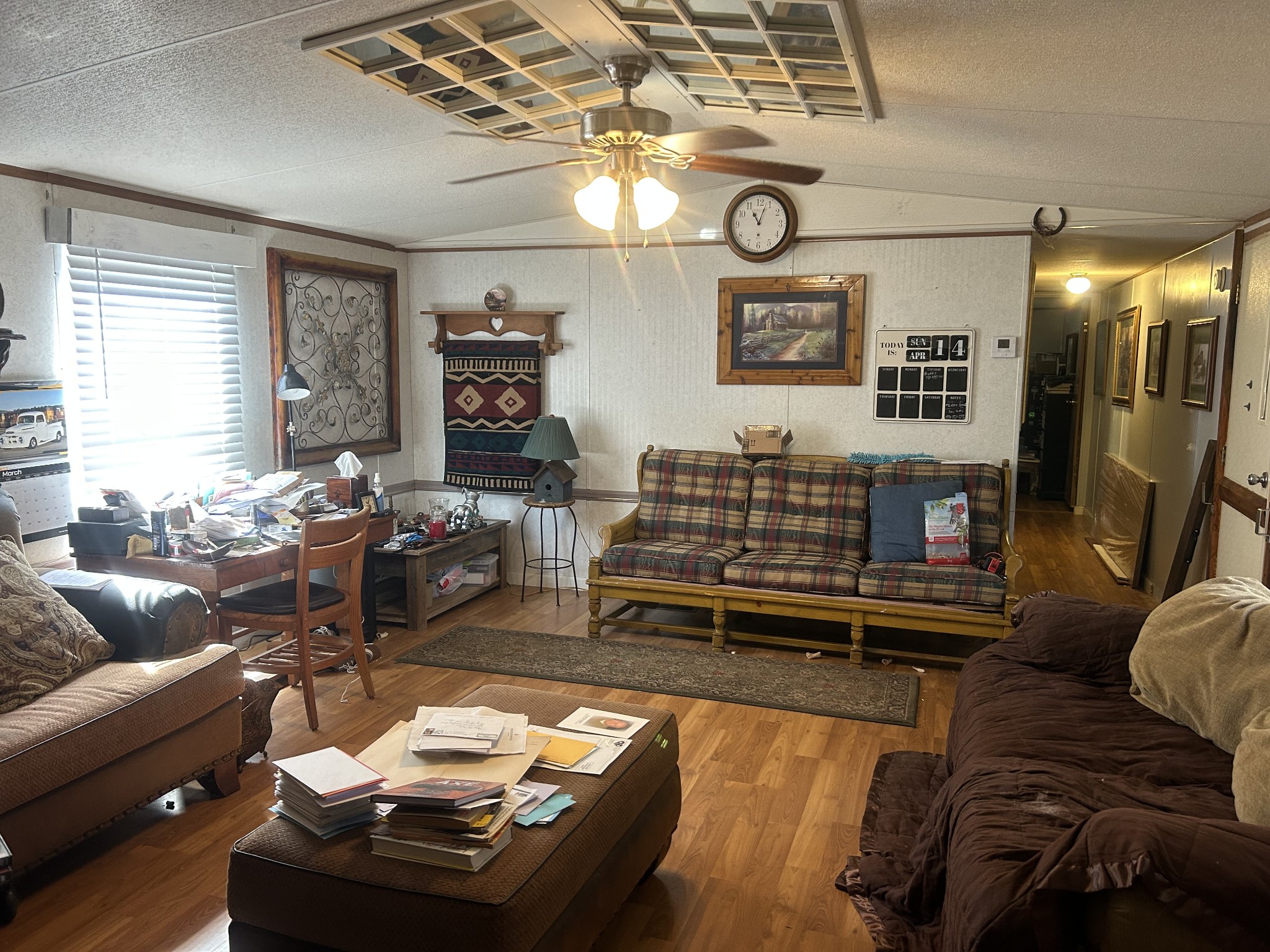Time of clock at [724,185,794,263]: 11:03
